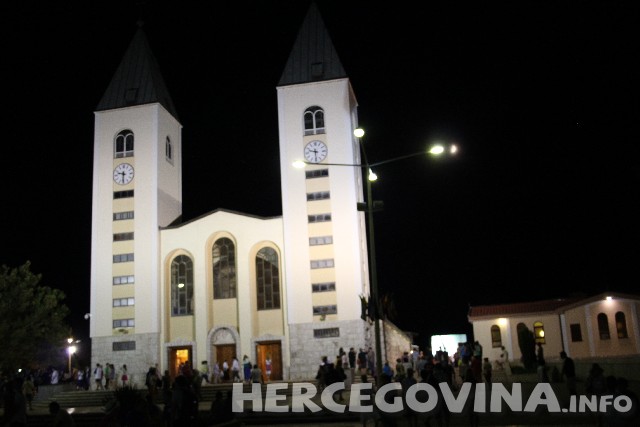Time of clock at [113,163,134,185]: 9:31
